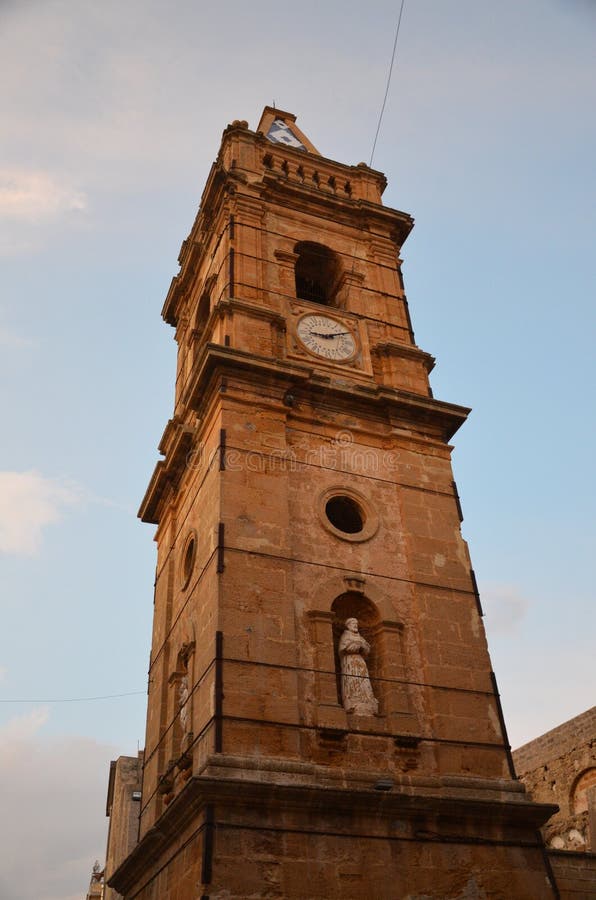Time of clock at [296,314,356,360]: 9:10
